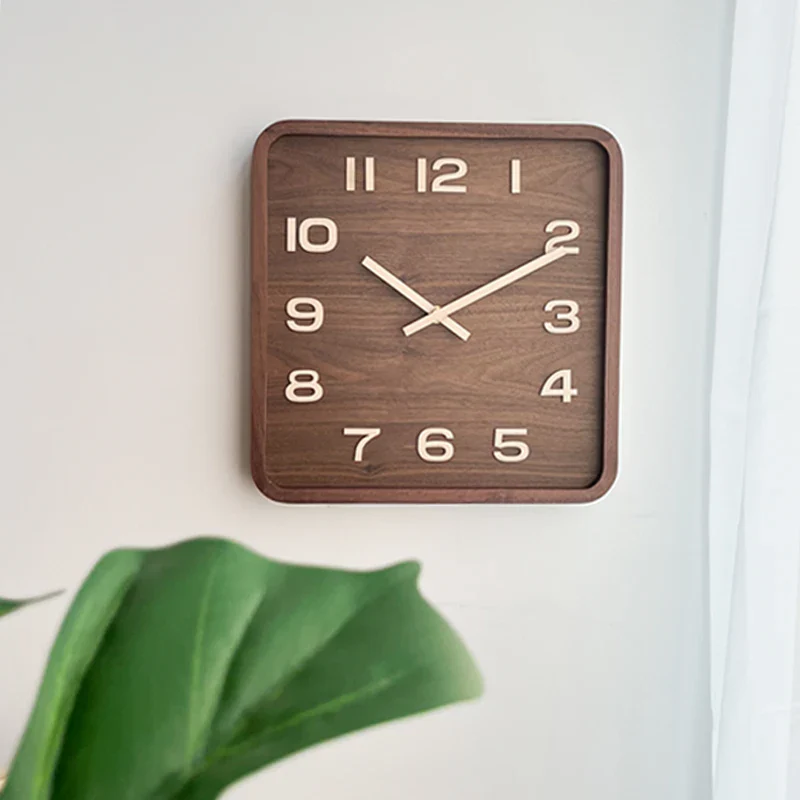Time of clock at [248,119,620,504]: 10:10
